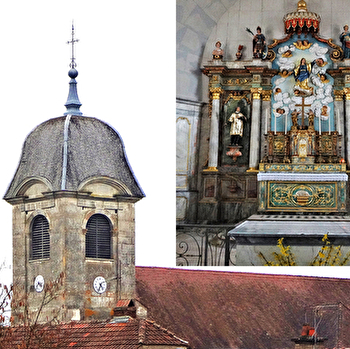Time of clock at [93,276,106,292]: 4:33
